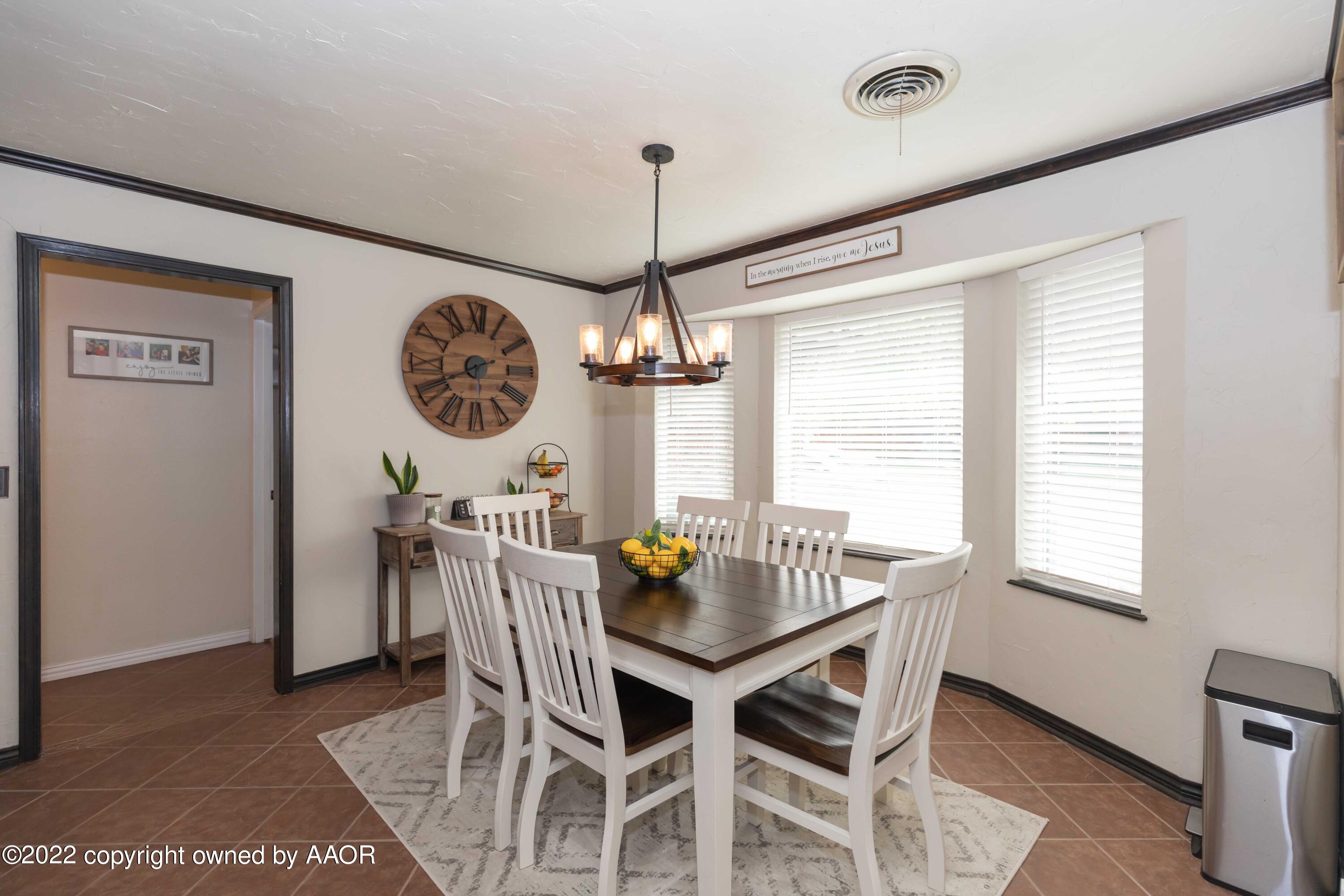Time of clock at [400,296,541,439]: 5:41
